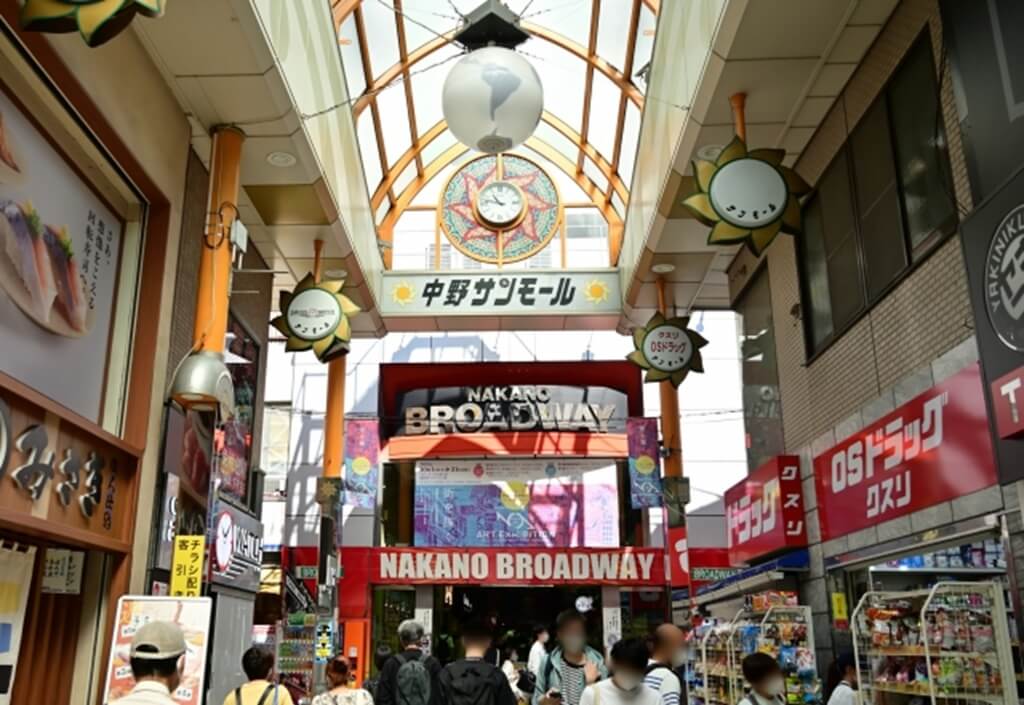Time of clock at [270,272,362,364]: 2:46
